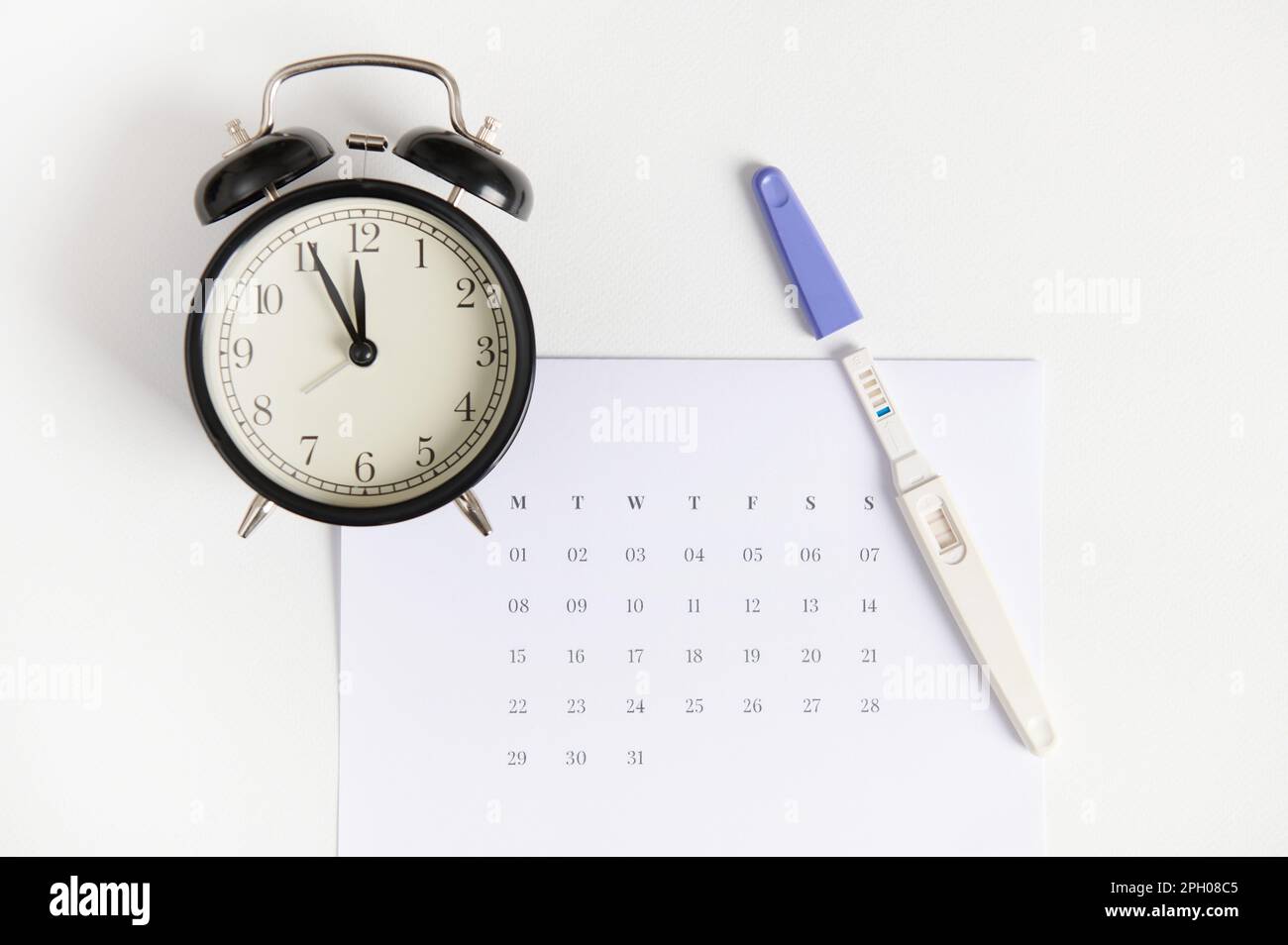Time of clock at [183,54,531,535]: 11:55
